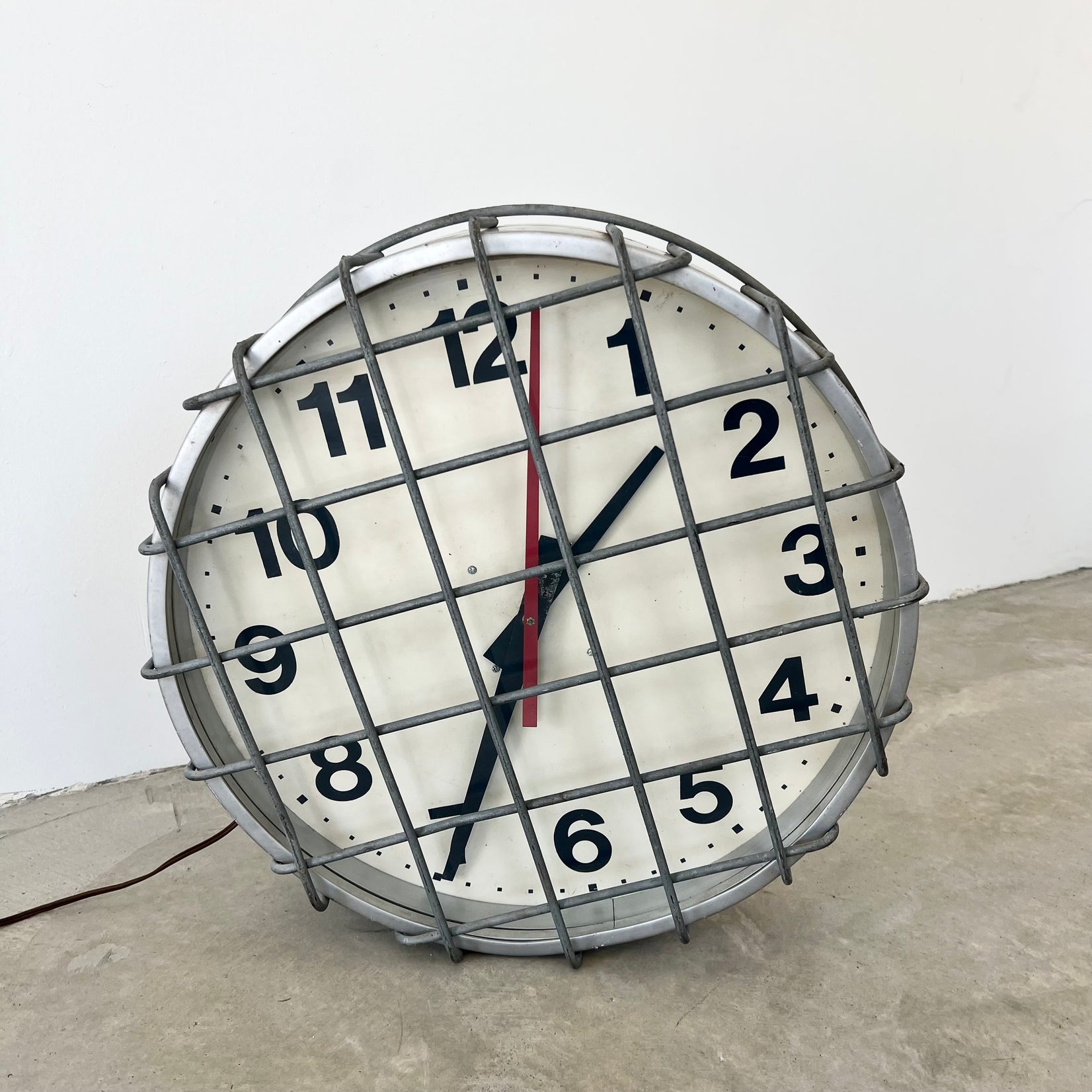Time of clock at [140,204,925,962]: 1:34
